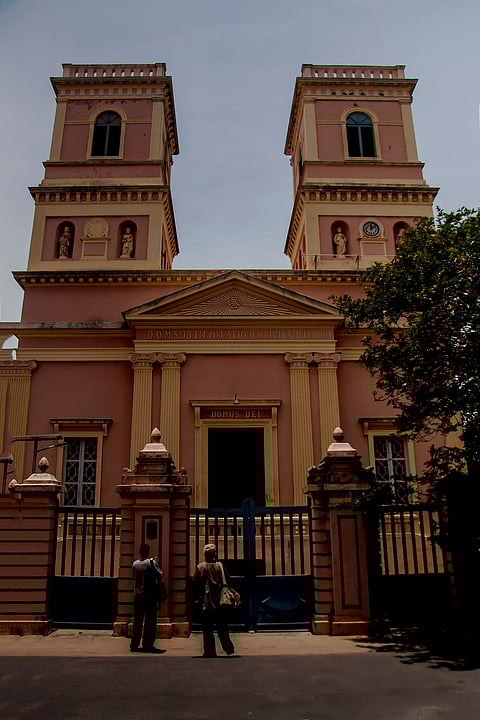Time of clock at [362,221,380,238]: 12:07
